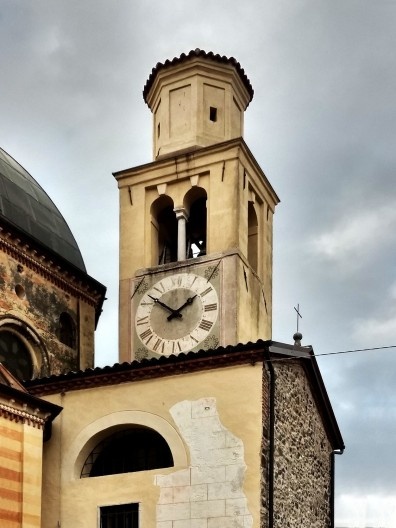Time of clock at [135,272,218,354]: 1:51
